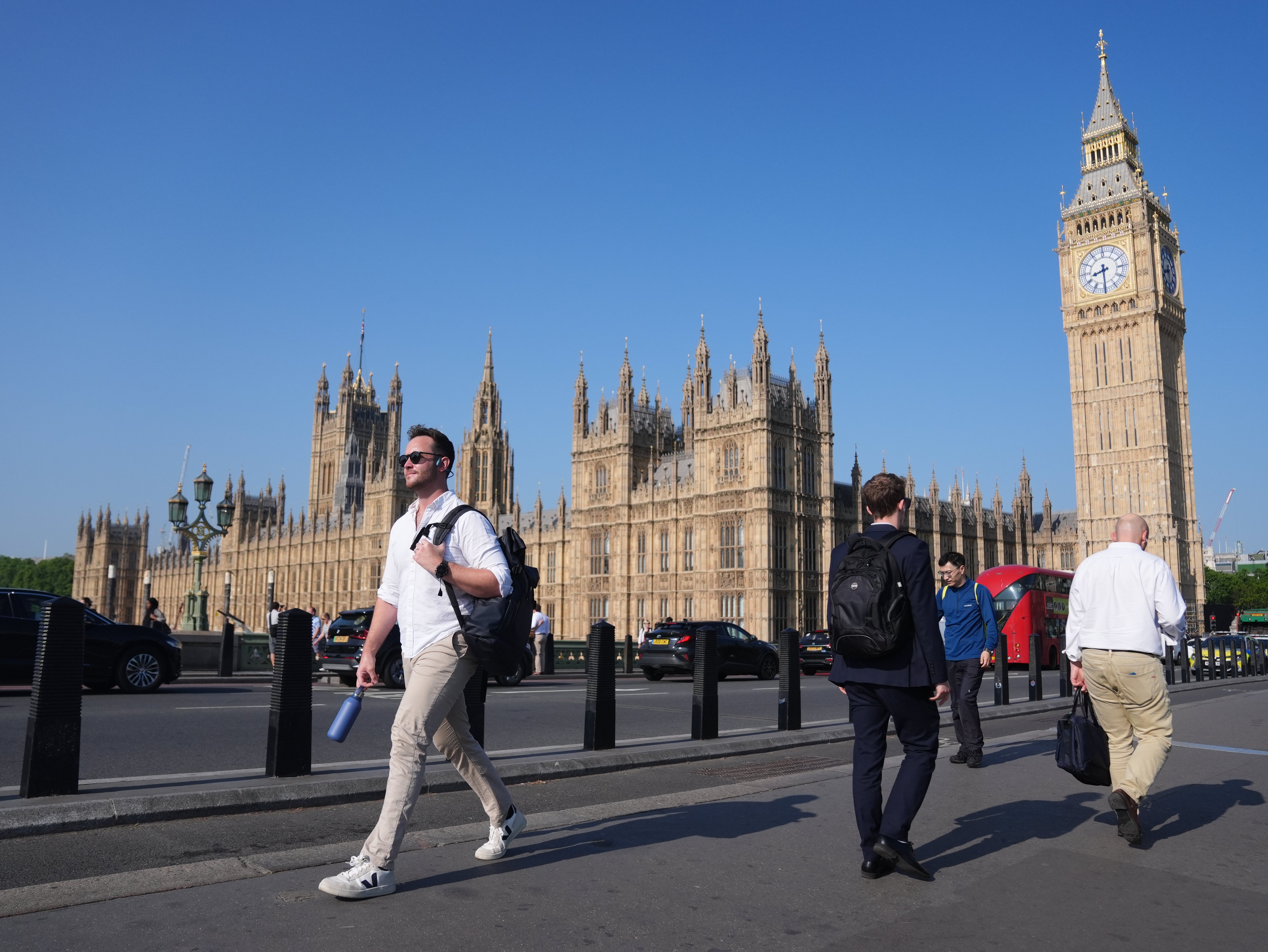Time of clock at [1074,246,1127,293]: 8:29
